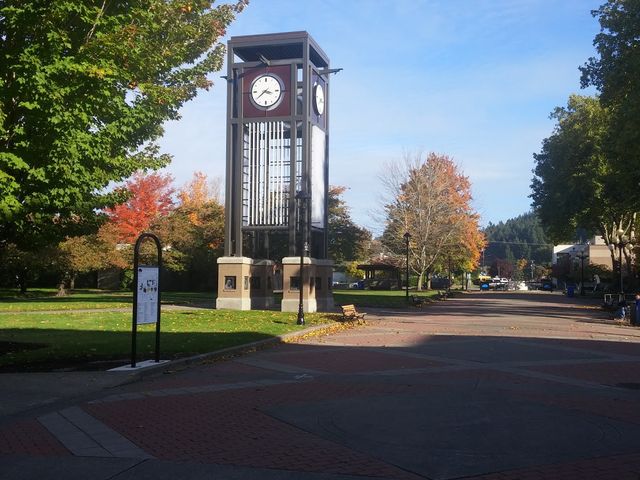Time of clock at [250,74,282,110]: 3:39
